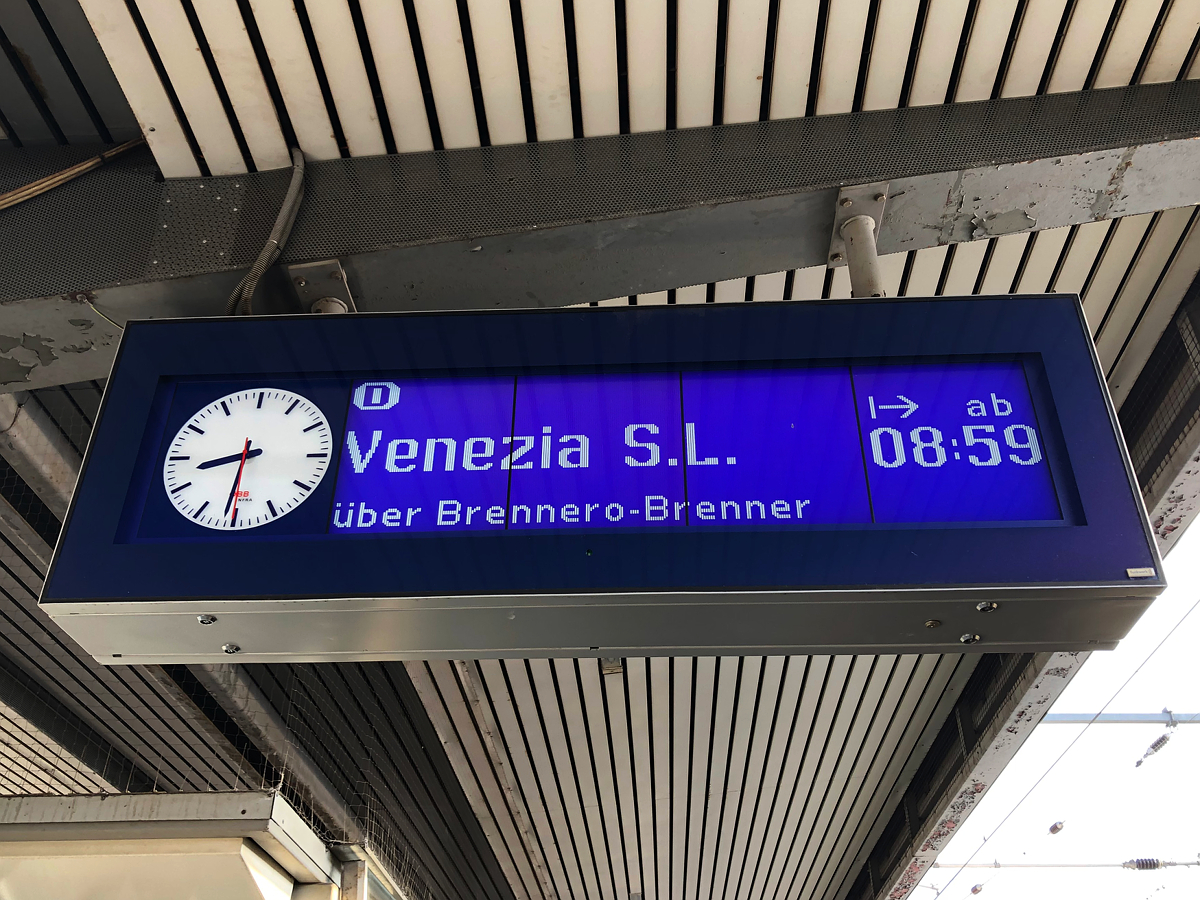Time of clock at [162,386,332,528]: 8:31
